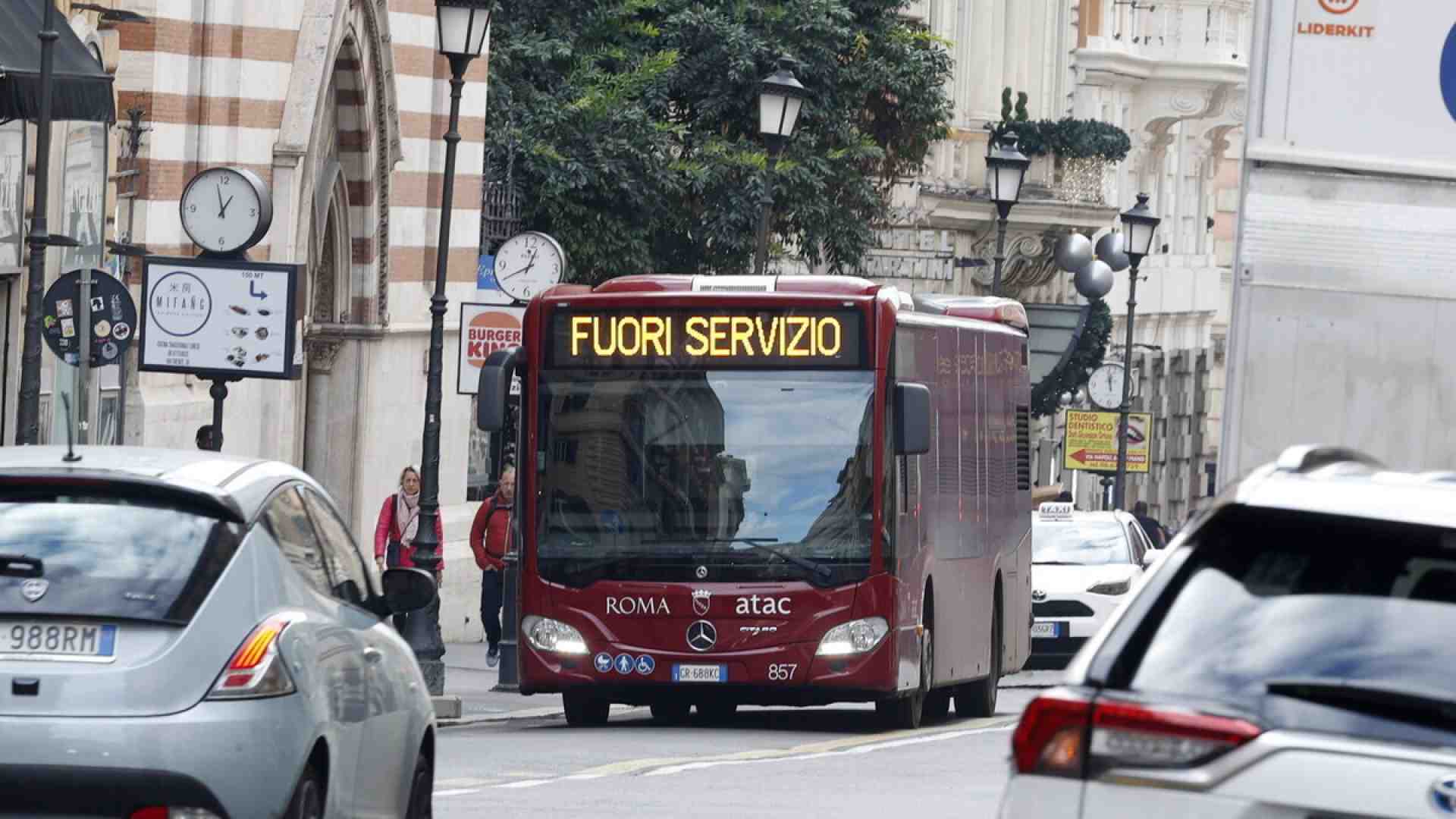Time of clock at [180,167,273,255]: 12:57
